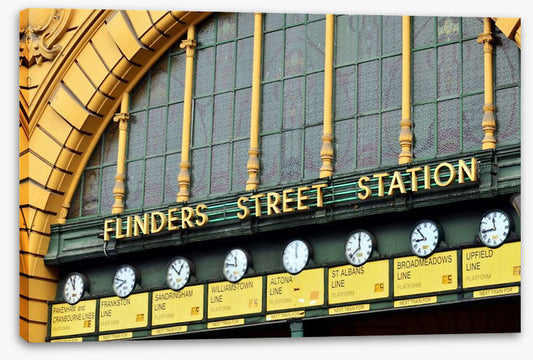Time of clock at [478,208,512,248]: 11:43
